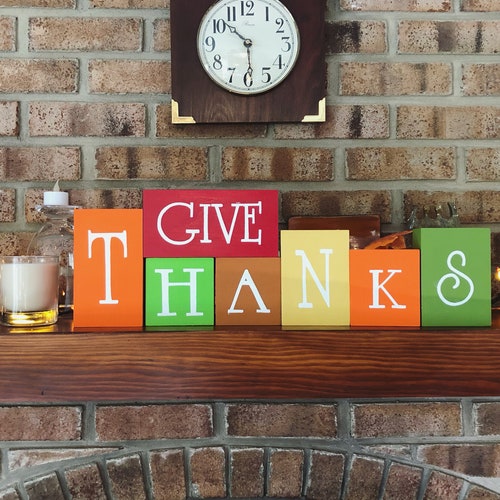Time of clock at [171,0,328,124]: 10:29
